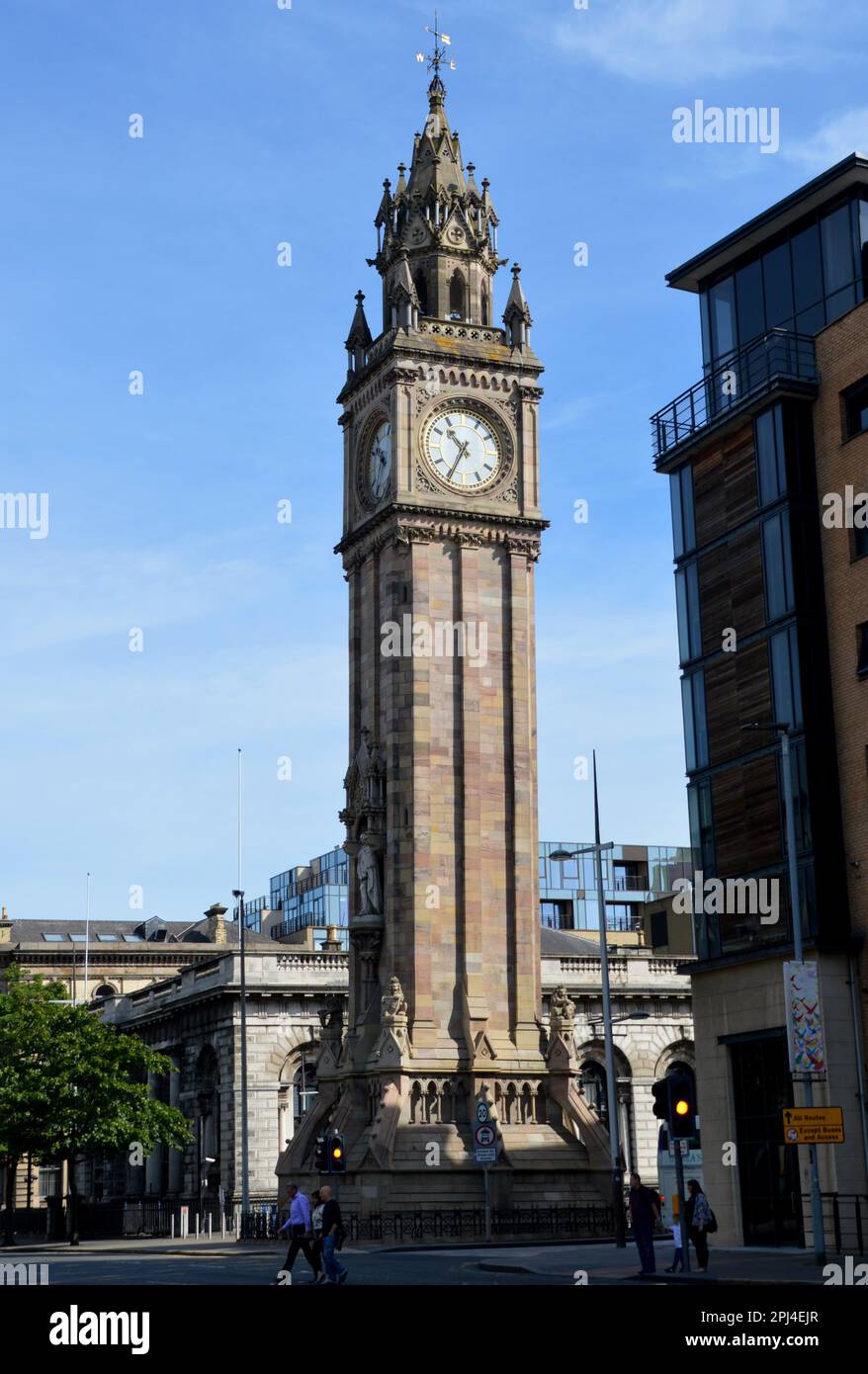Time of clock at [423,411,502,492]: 10:34
